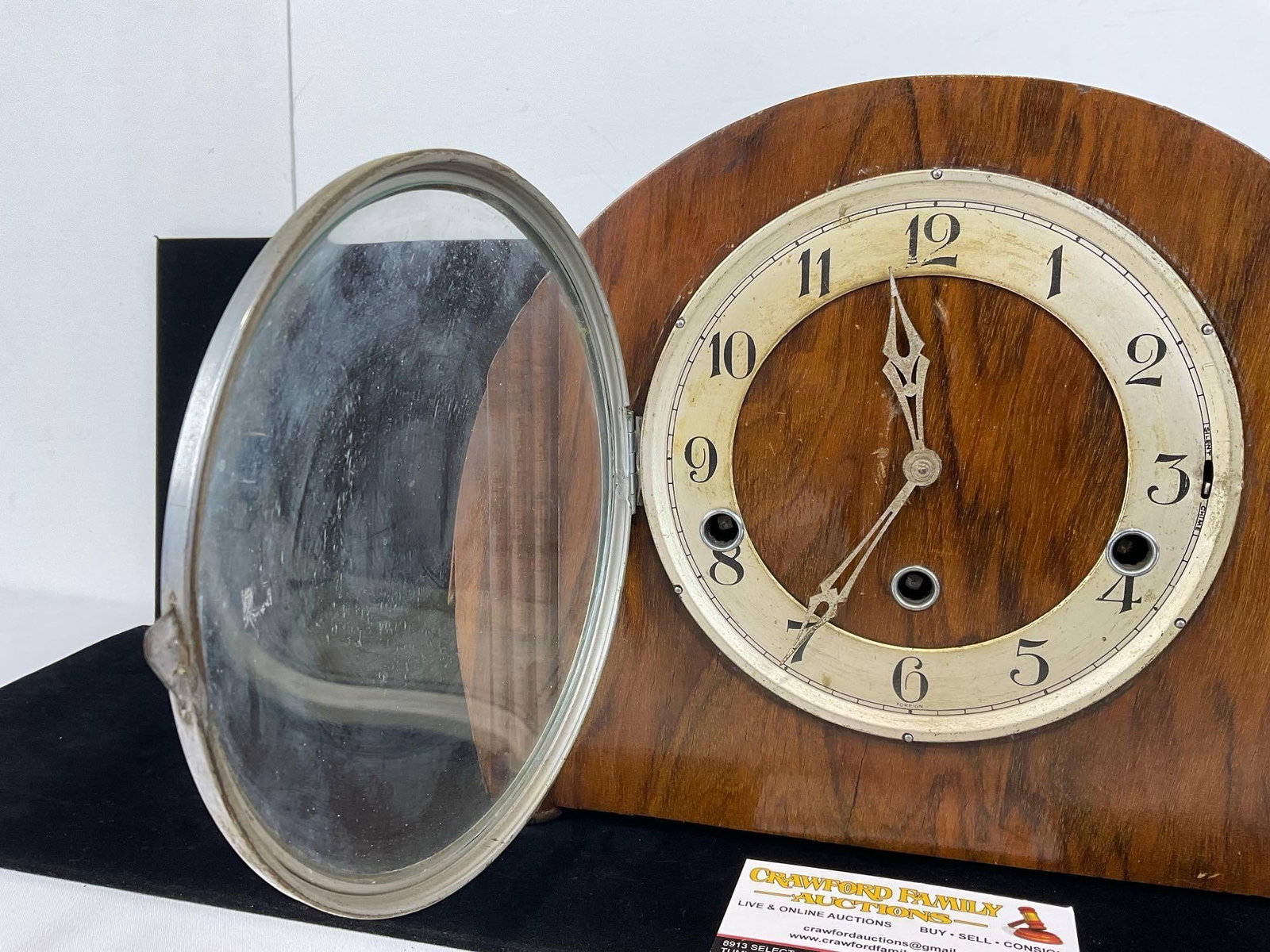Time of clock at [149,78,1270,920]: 11:35
